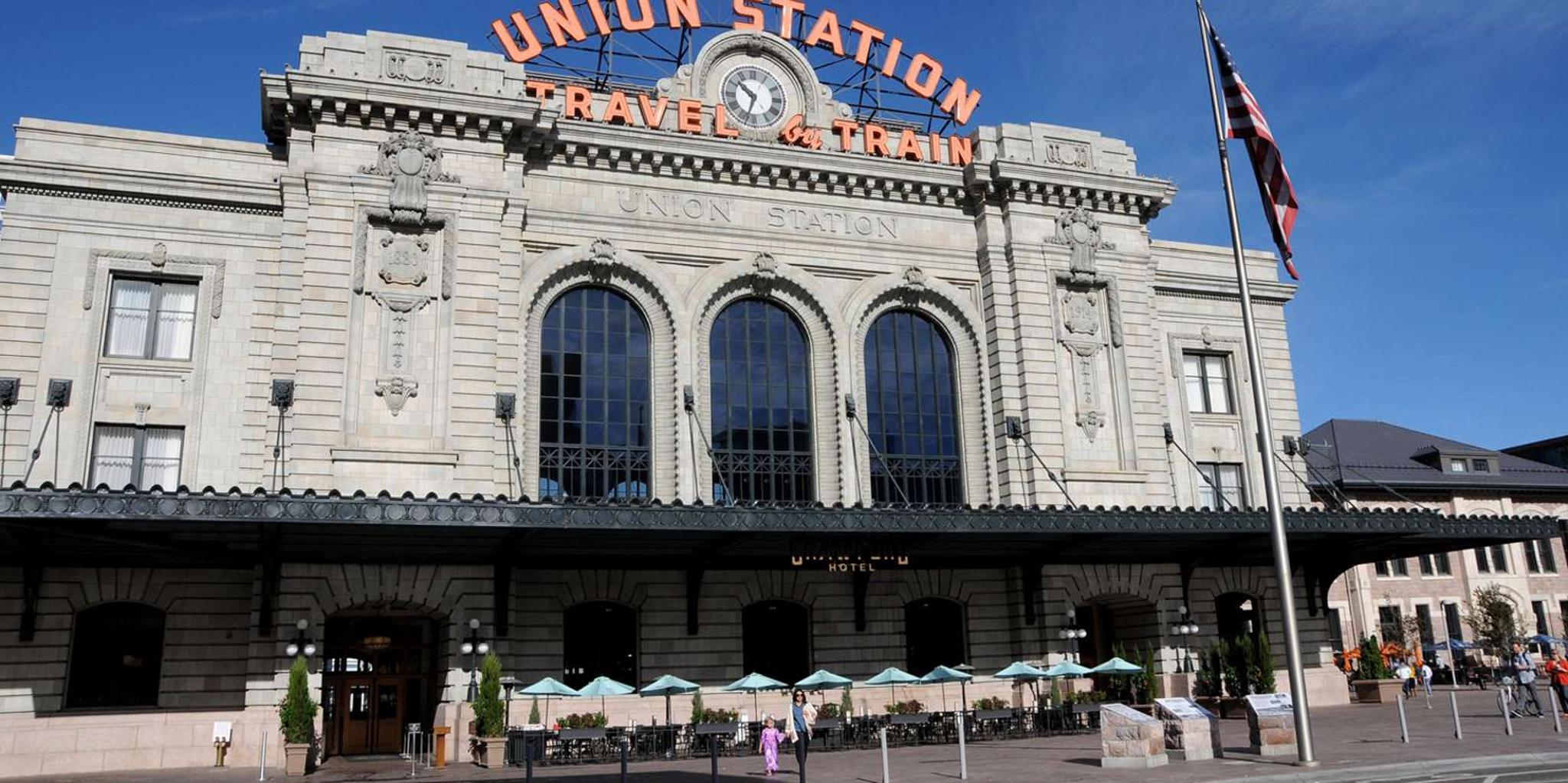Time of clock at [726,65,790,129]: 10:33
